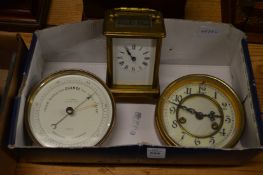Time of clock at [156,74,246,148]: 2:47
